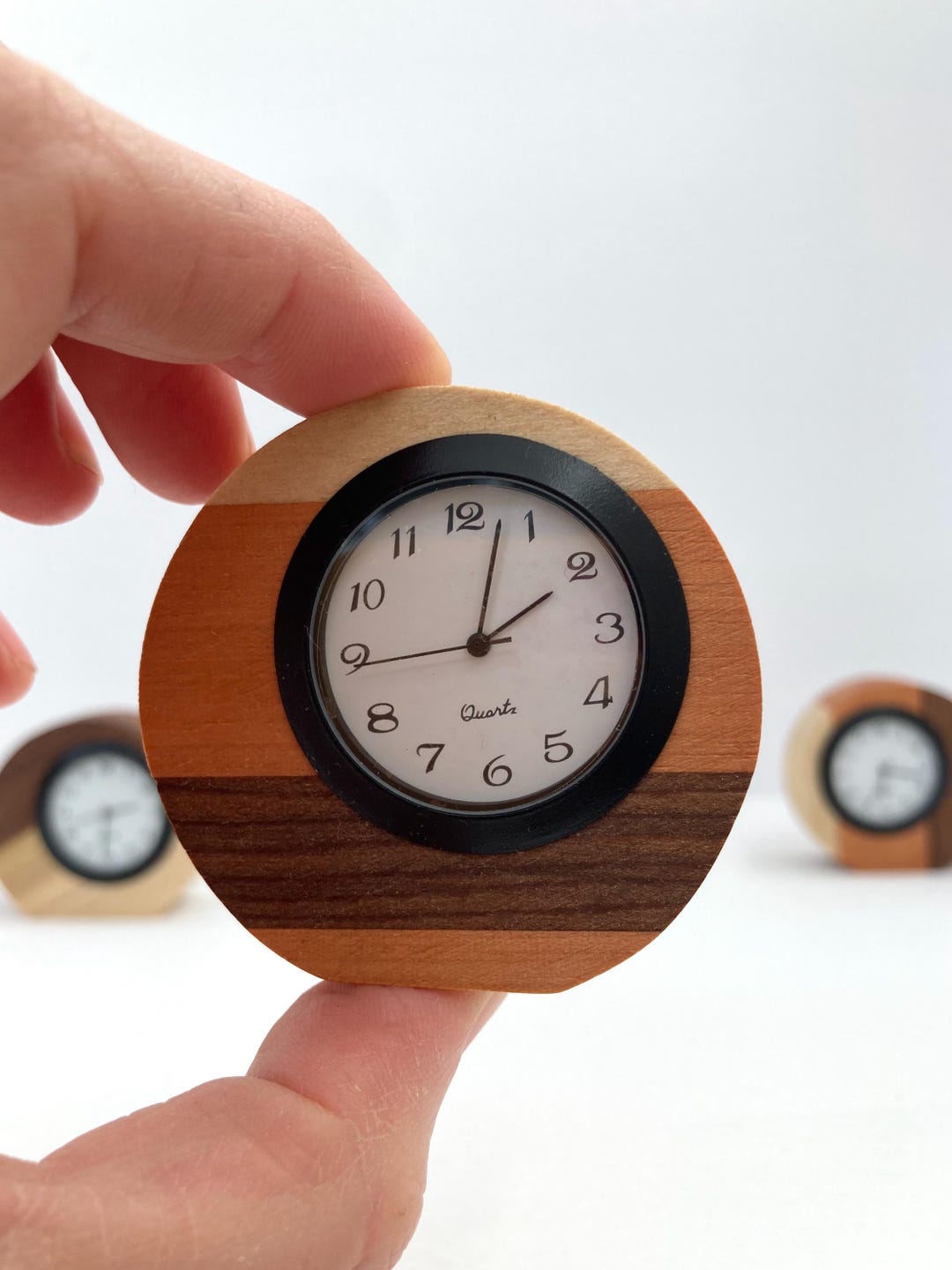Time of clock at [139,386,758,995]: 2:02
